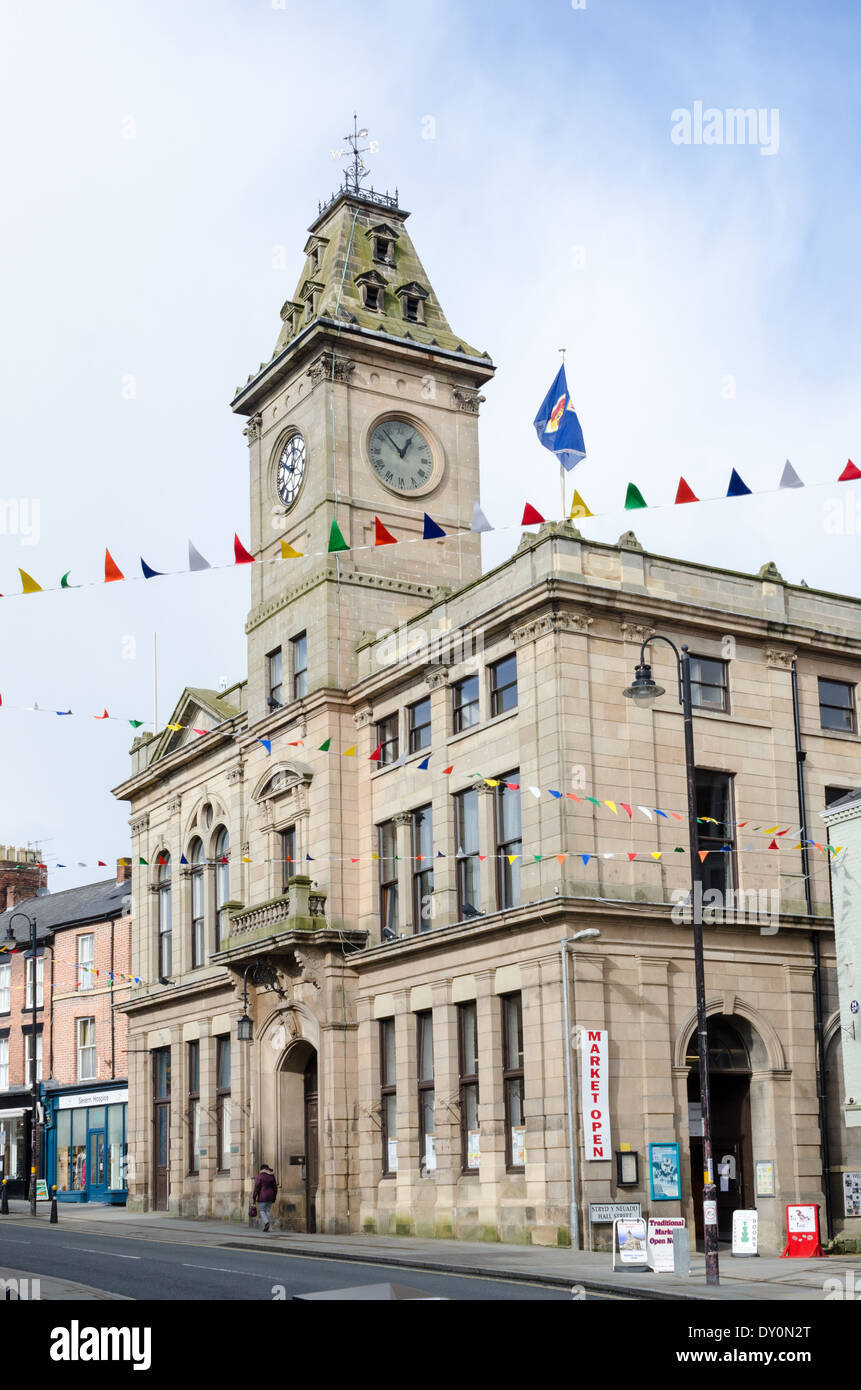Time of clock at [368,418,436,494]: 12:53
